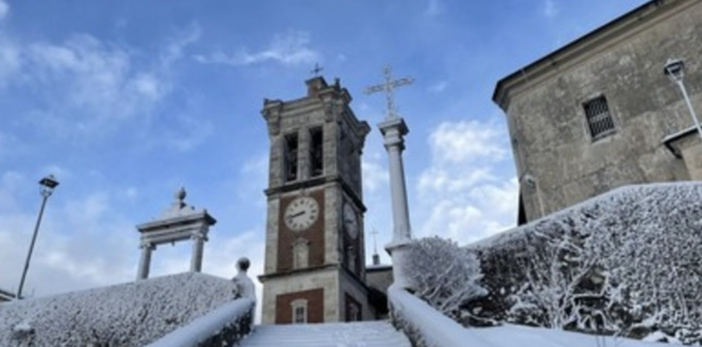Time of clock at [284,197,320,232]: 8:43
